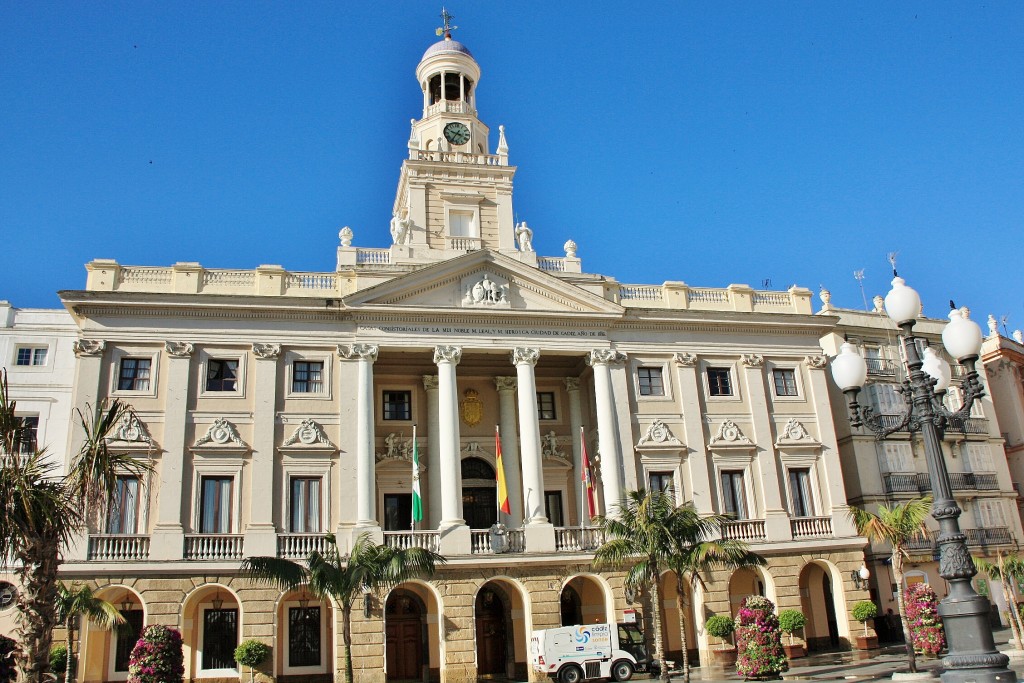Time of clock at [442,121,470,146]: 3:35
